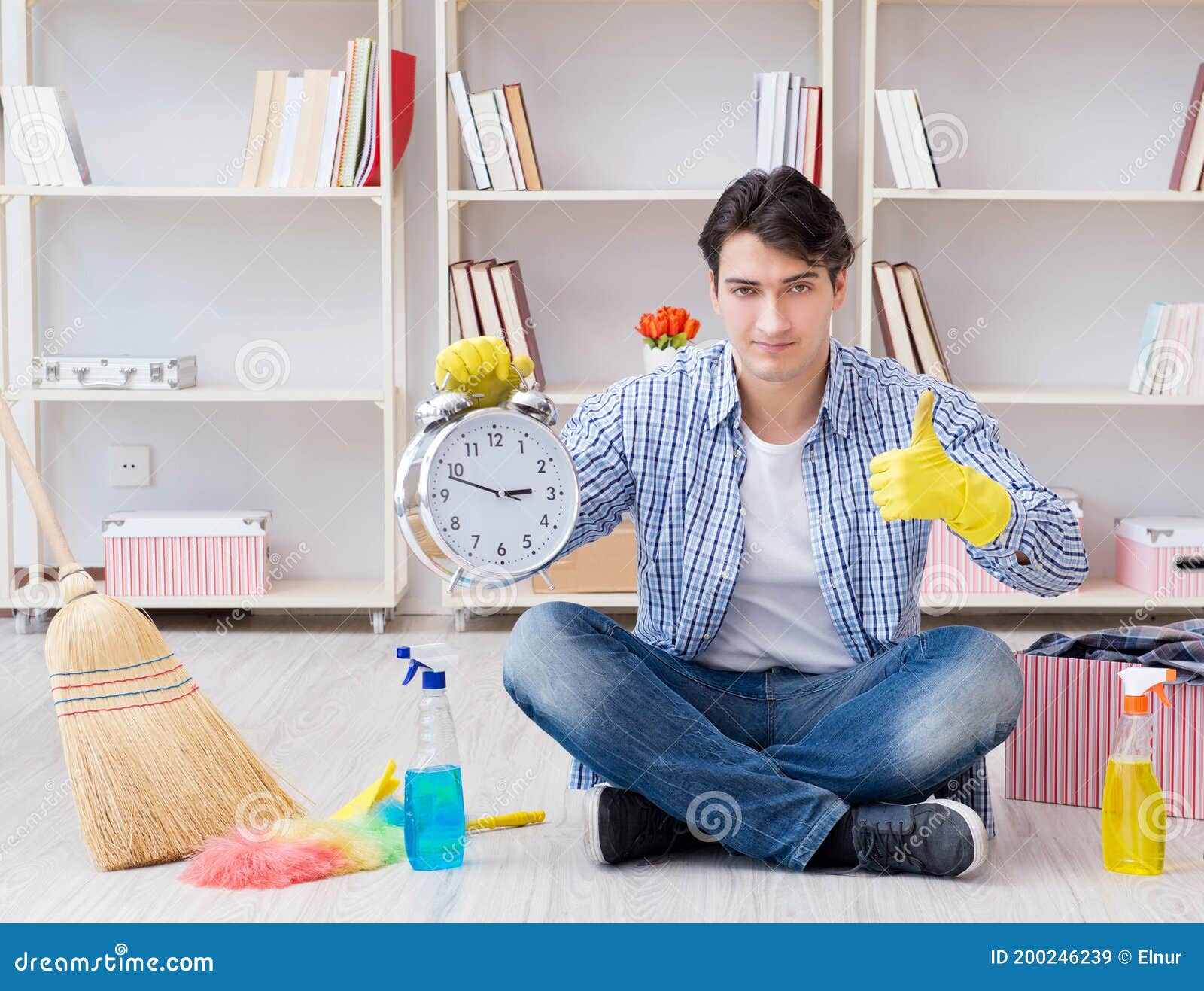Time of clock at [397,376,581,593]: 2:48
